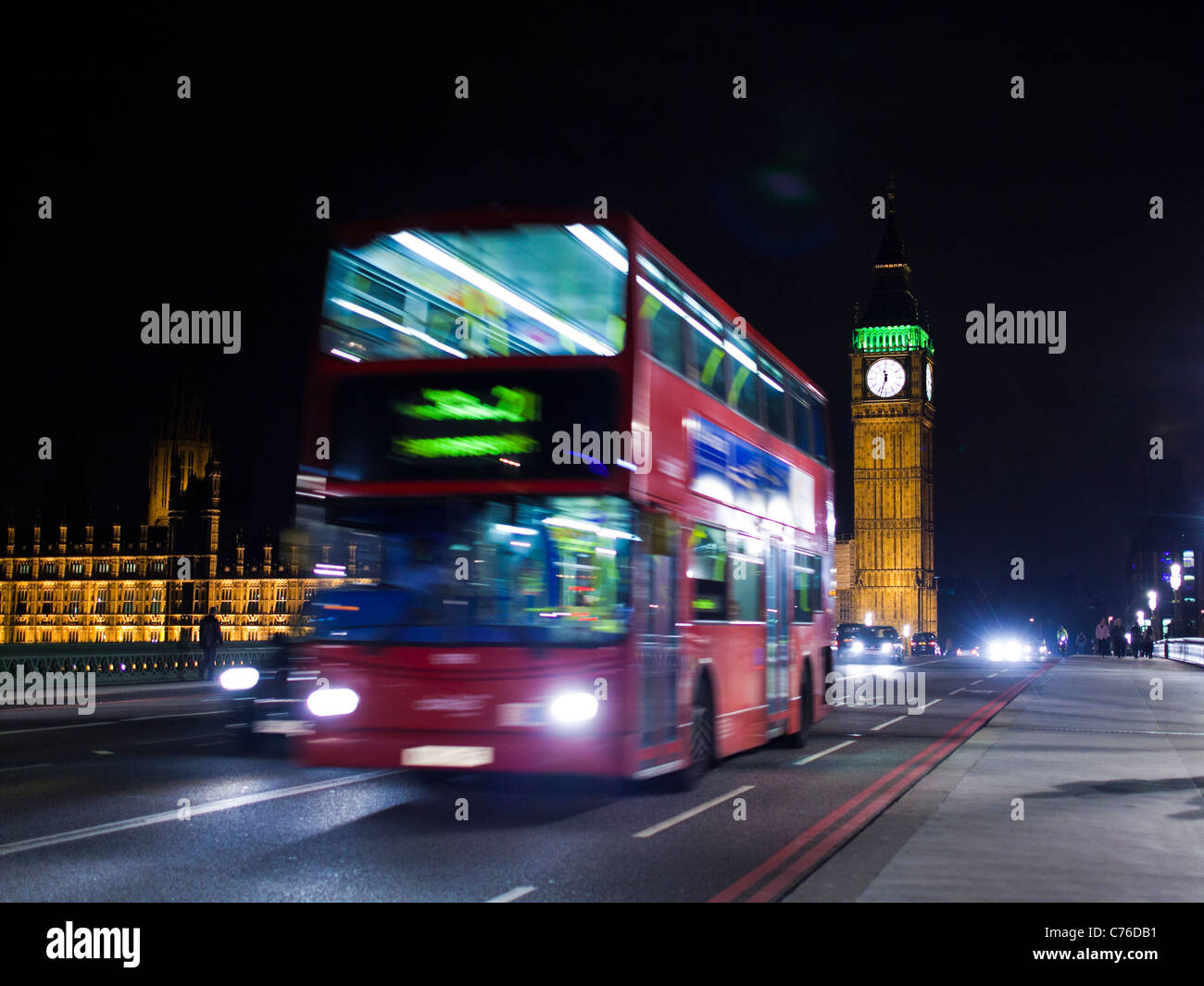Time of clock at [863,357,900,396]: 11:32
